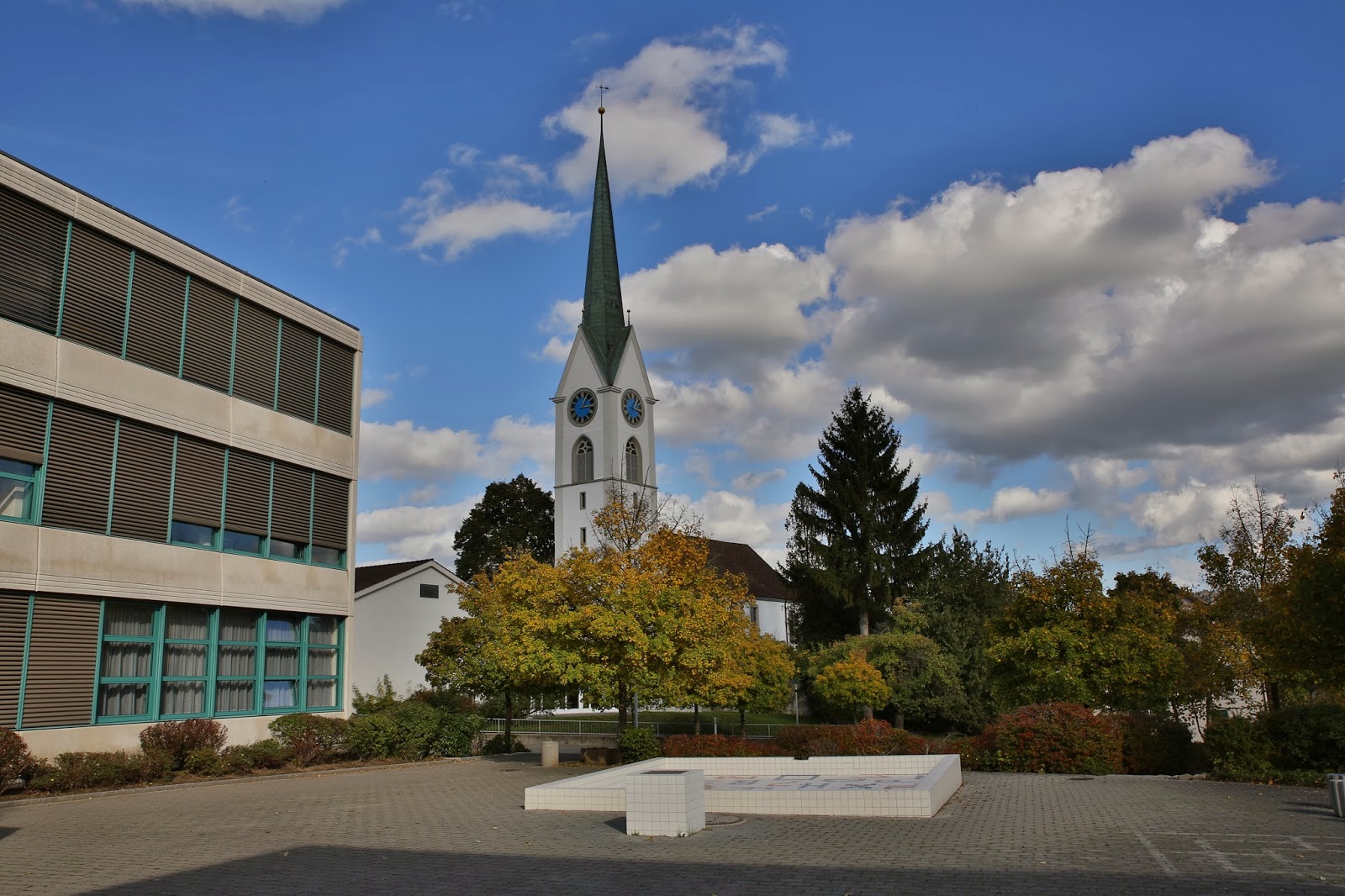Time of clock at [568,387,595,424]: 3:05
